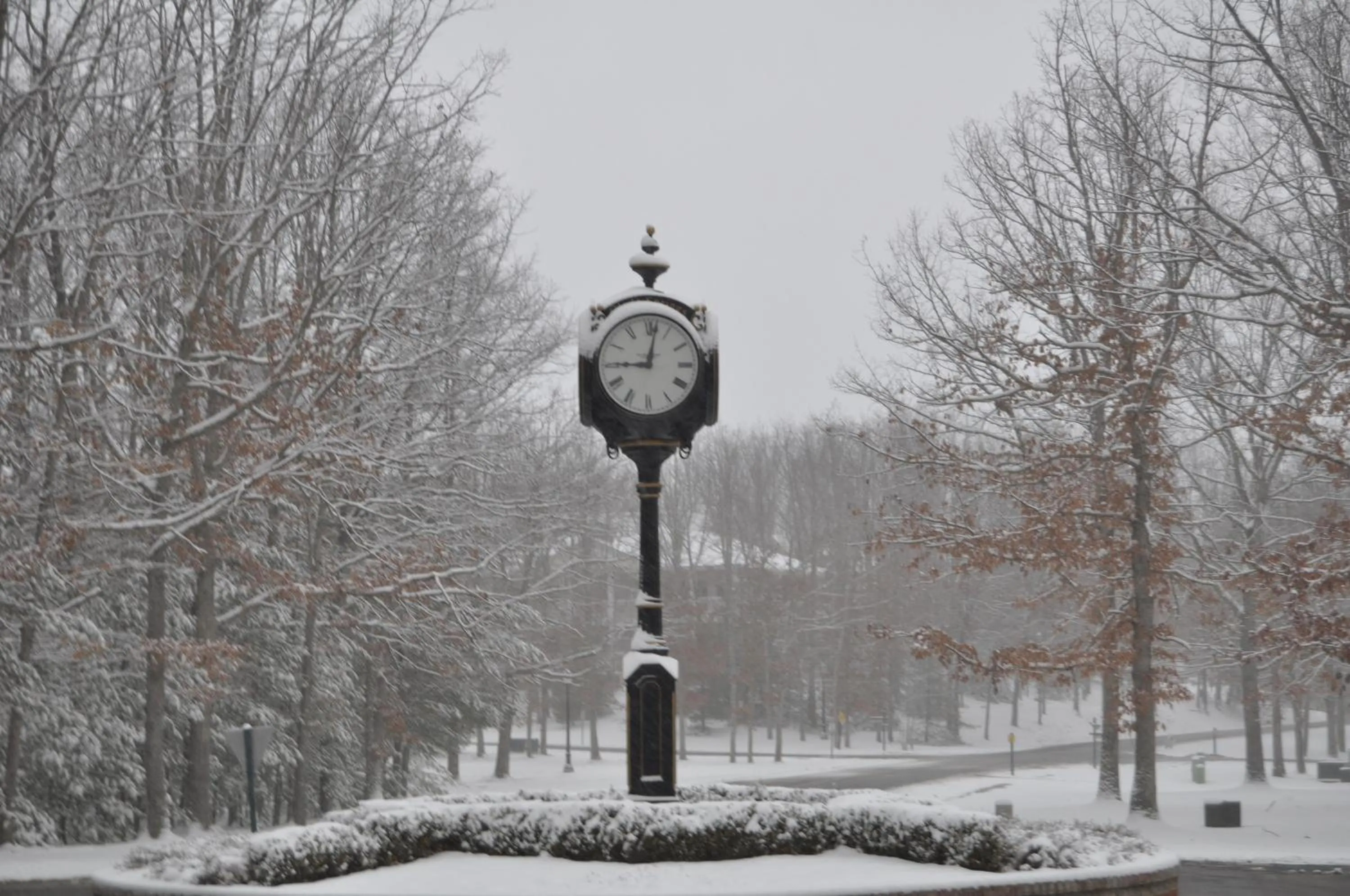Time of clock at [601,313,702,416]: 9:01
